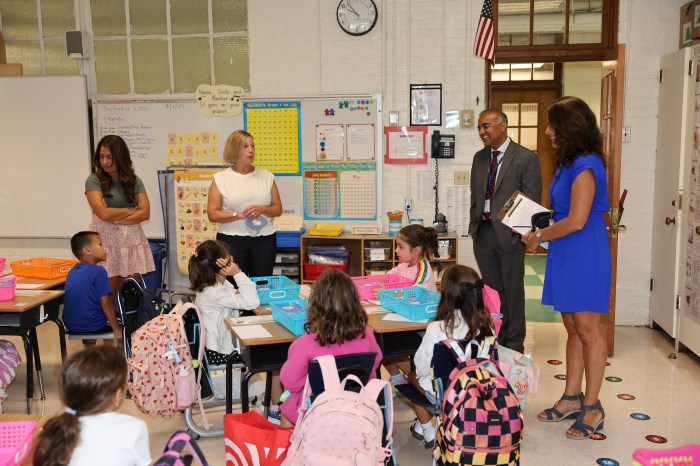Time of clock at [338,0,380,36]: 9:53
